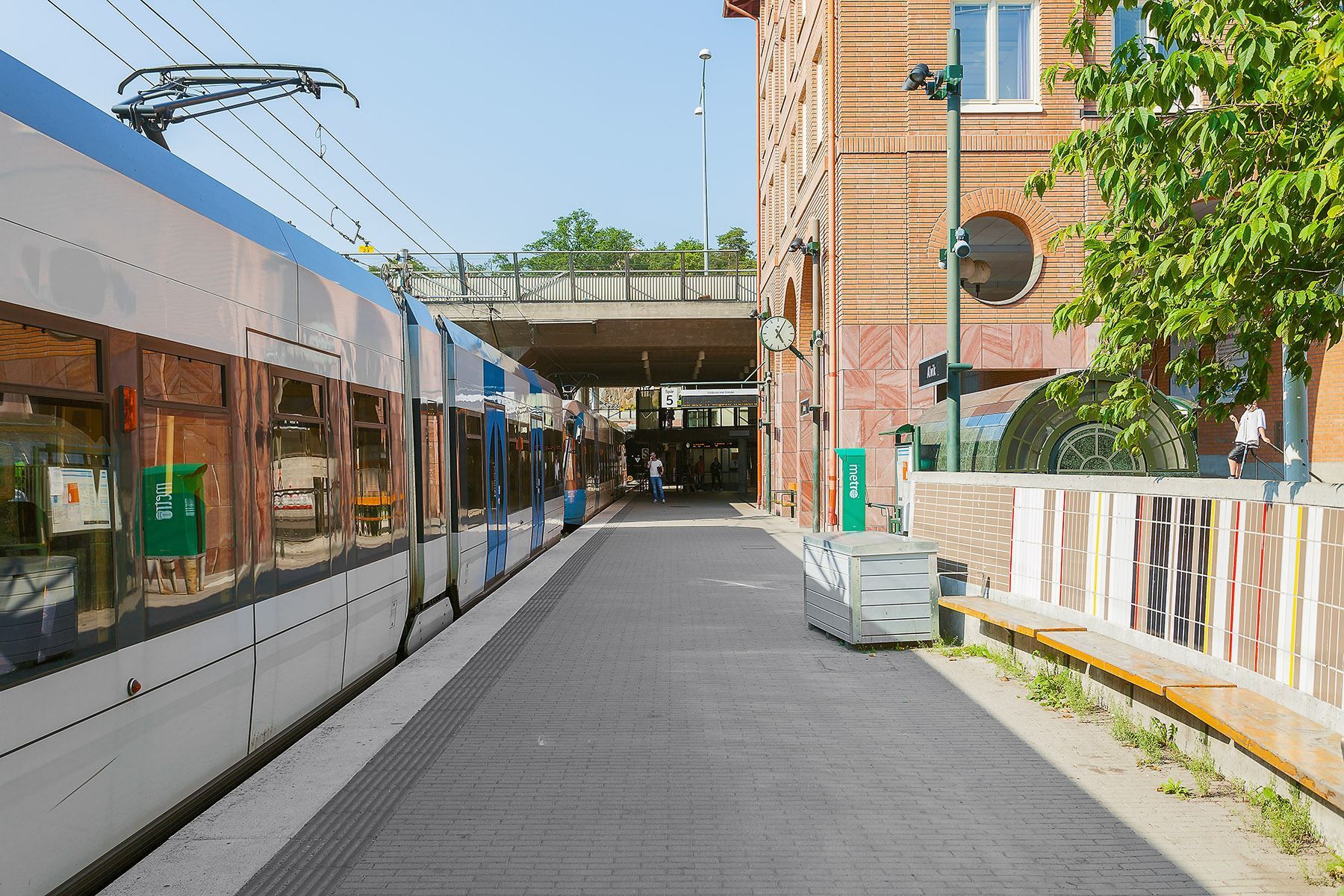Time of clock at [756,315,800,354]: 5:05
